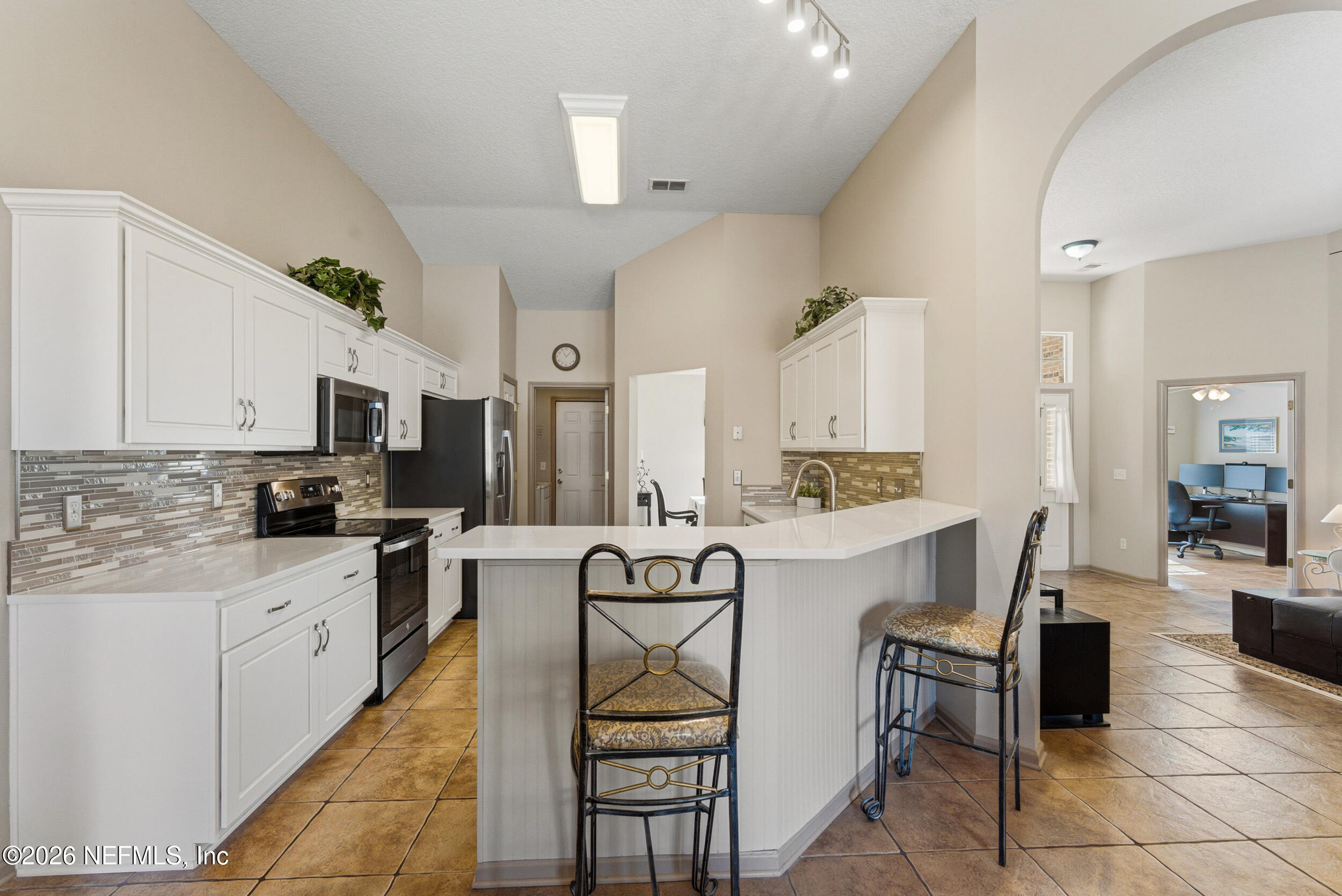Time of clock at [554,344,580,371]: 11:07
